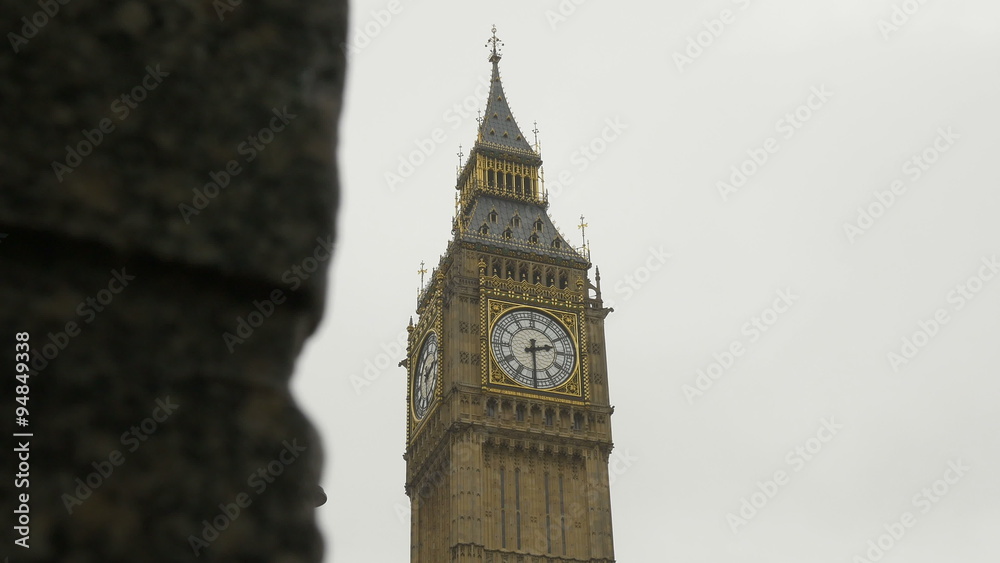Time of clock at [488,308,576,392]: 2:29
